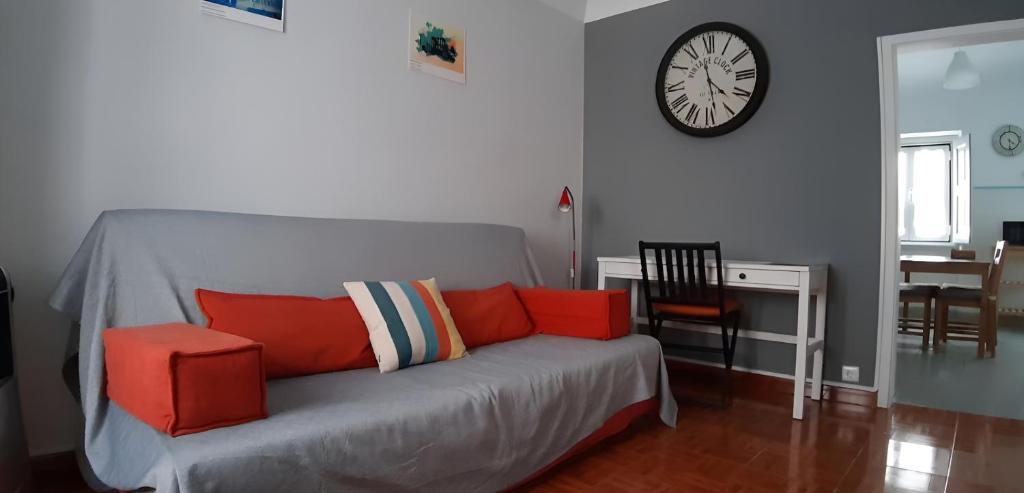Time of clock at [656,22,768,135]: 4:28
